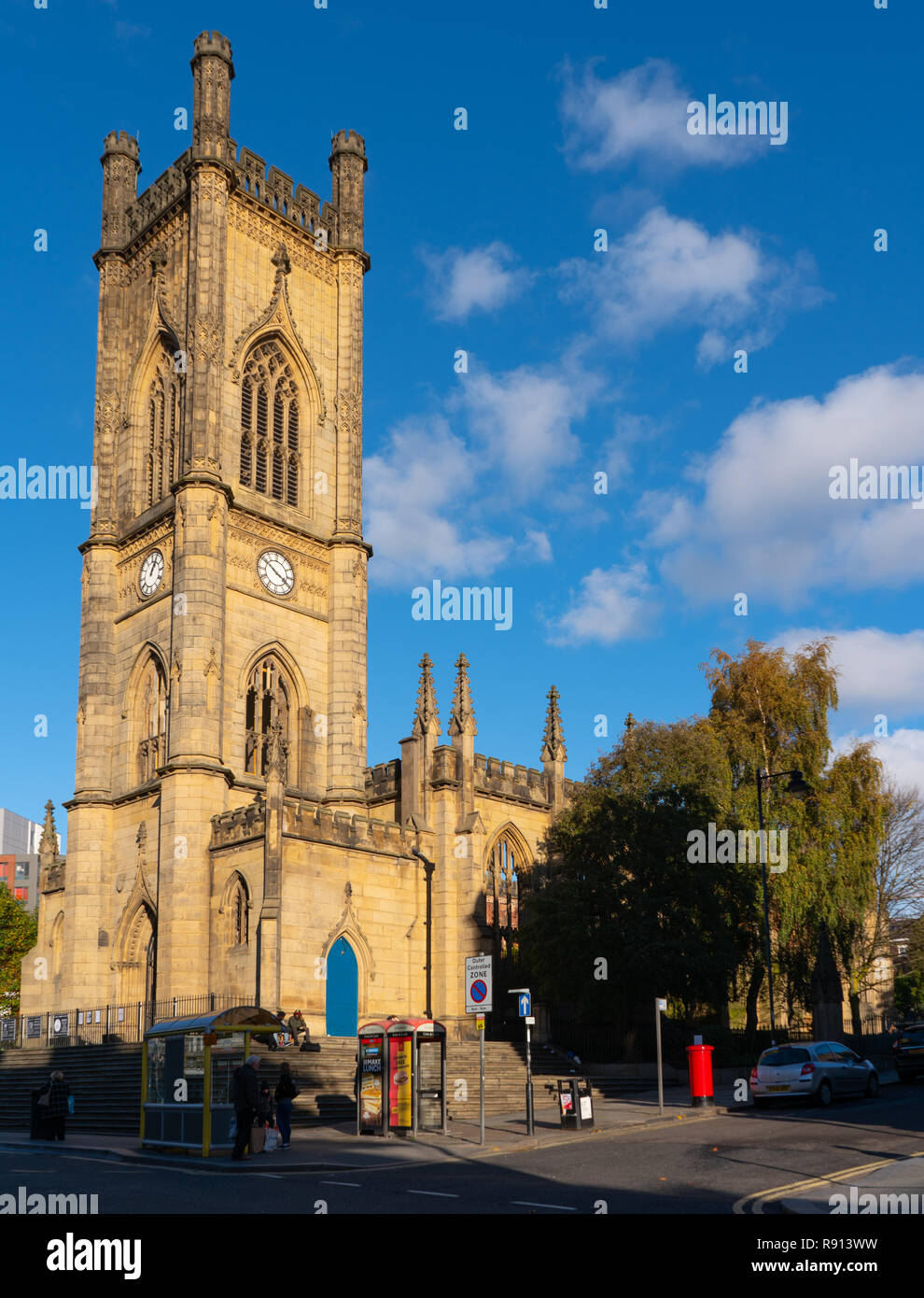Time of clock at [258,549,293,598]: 3:50
